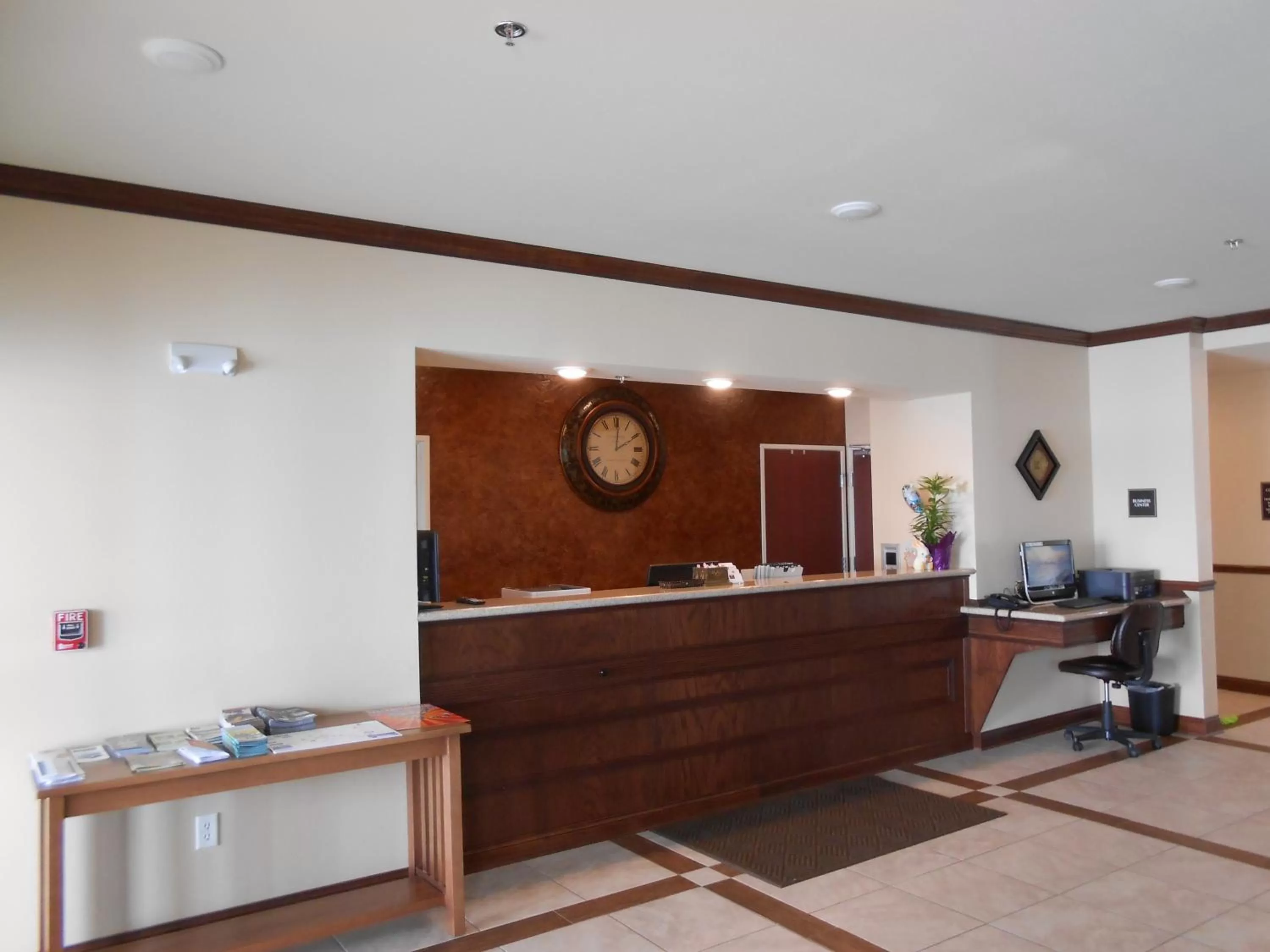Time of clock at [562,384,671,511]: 2:01
